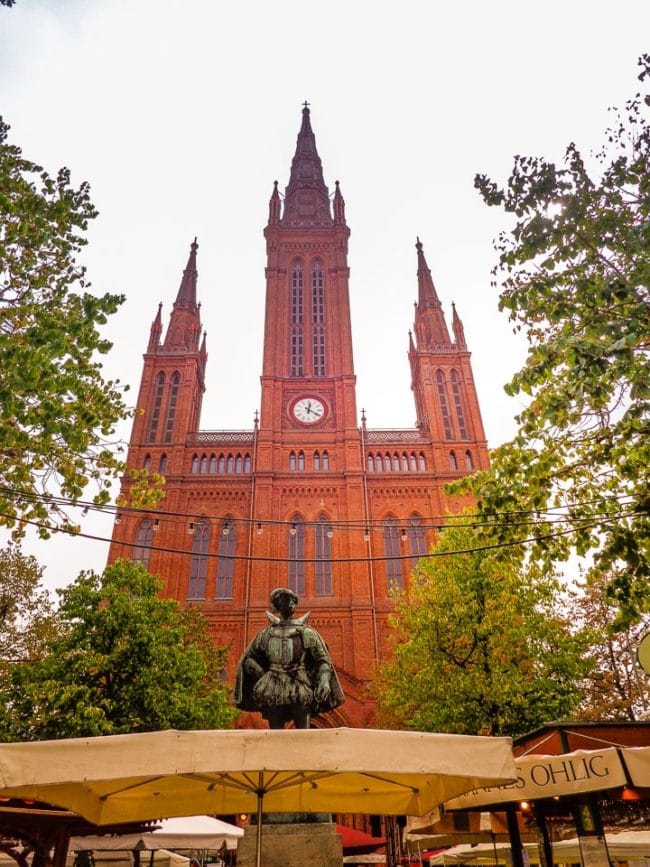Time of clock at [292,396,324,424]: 12:20
